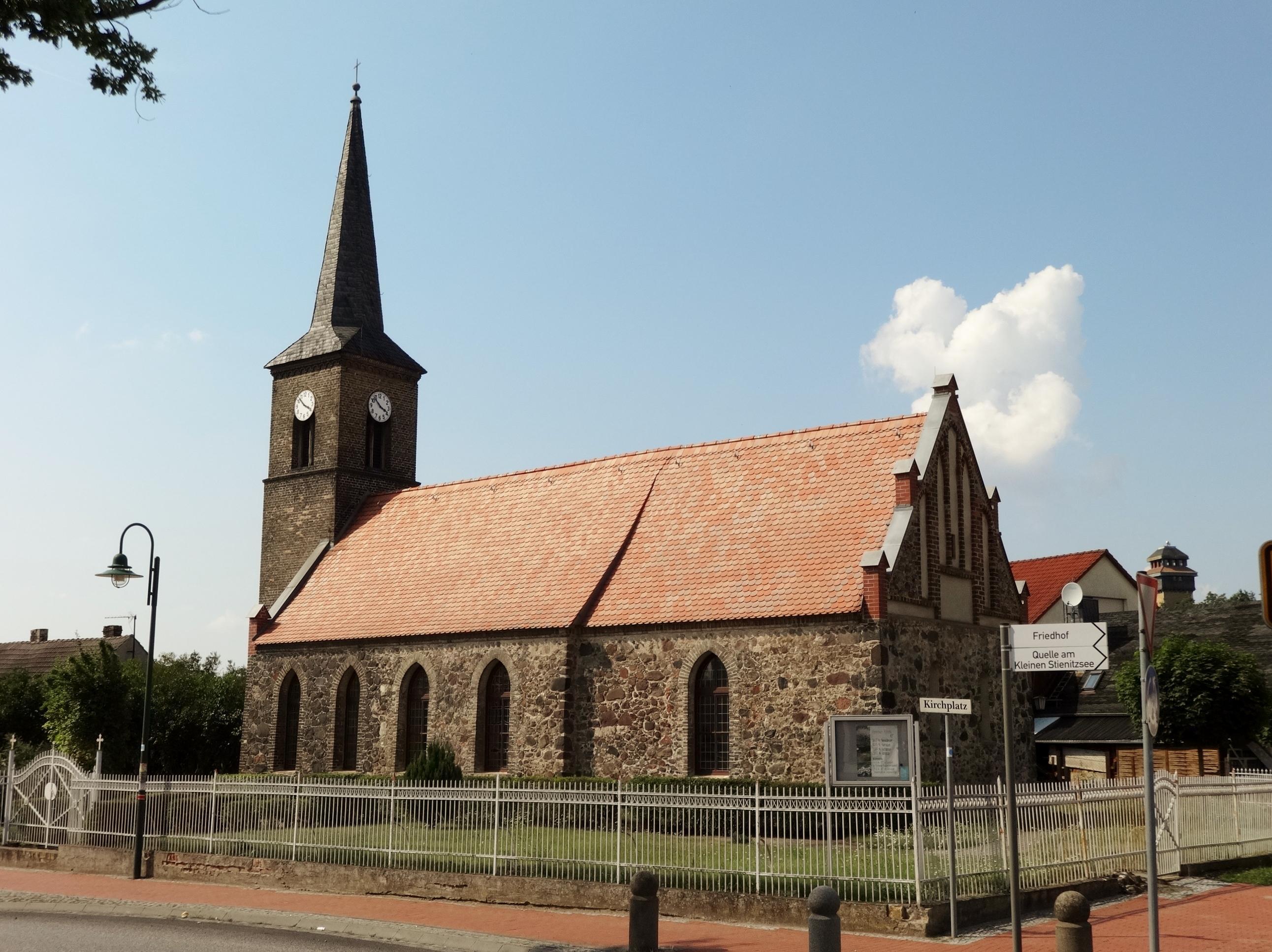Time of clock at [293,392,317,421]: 3:52
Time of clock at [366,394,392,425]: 3:52
